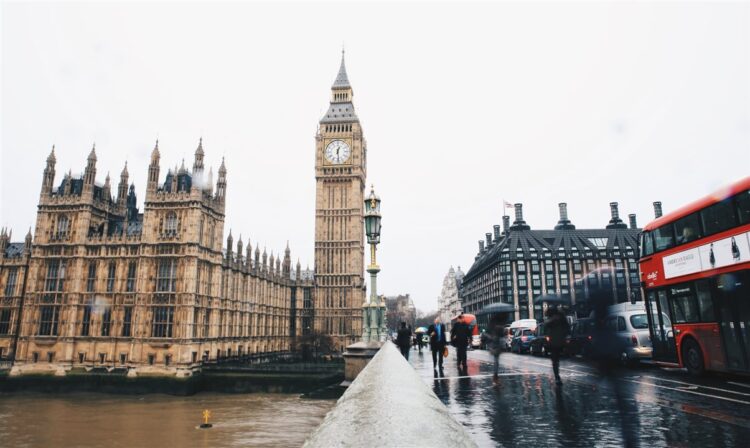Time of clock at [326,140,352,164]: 12:28
